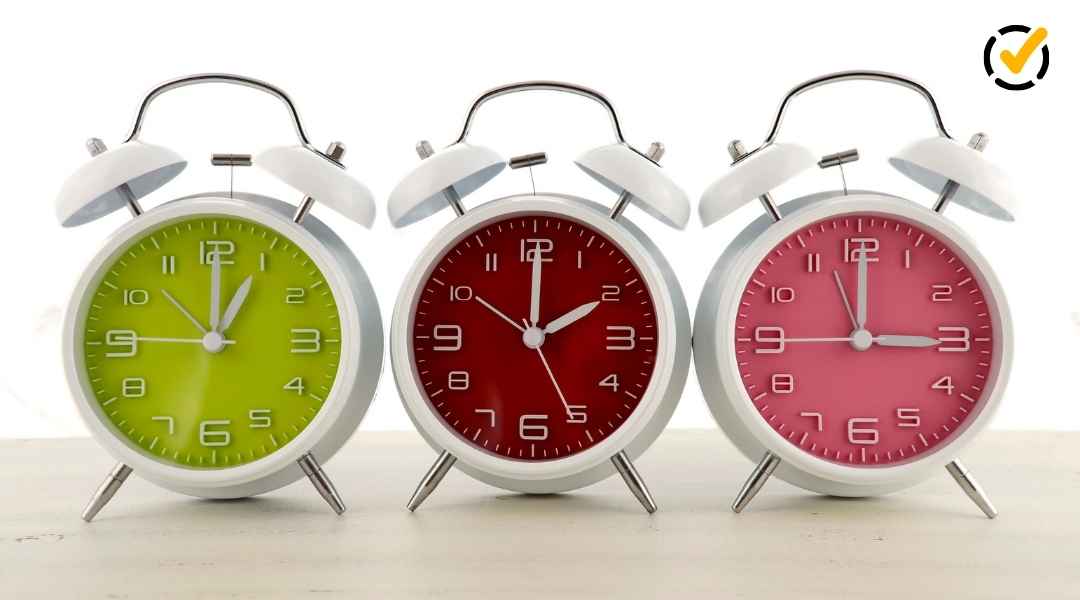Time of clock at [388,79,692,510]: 2:00
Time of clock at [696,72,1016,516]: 2:00
